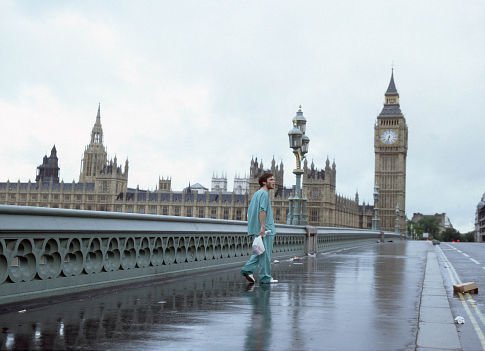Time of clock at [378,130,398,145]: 6:32
